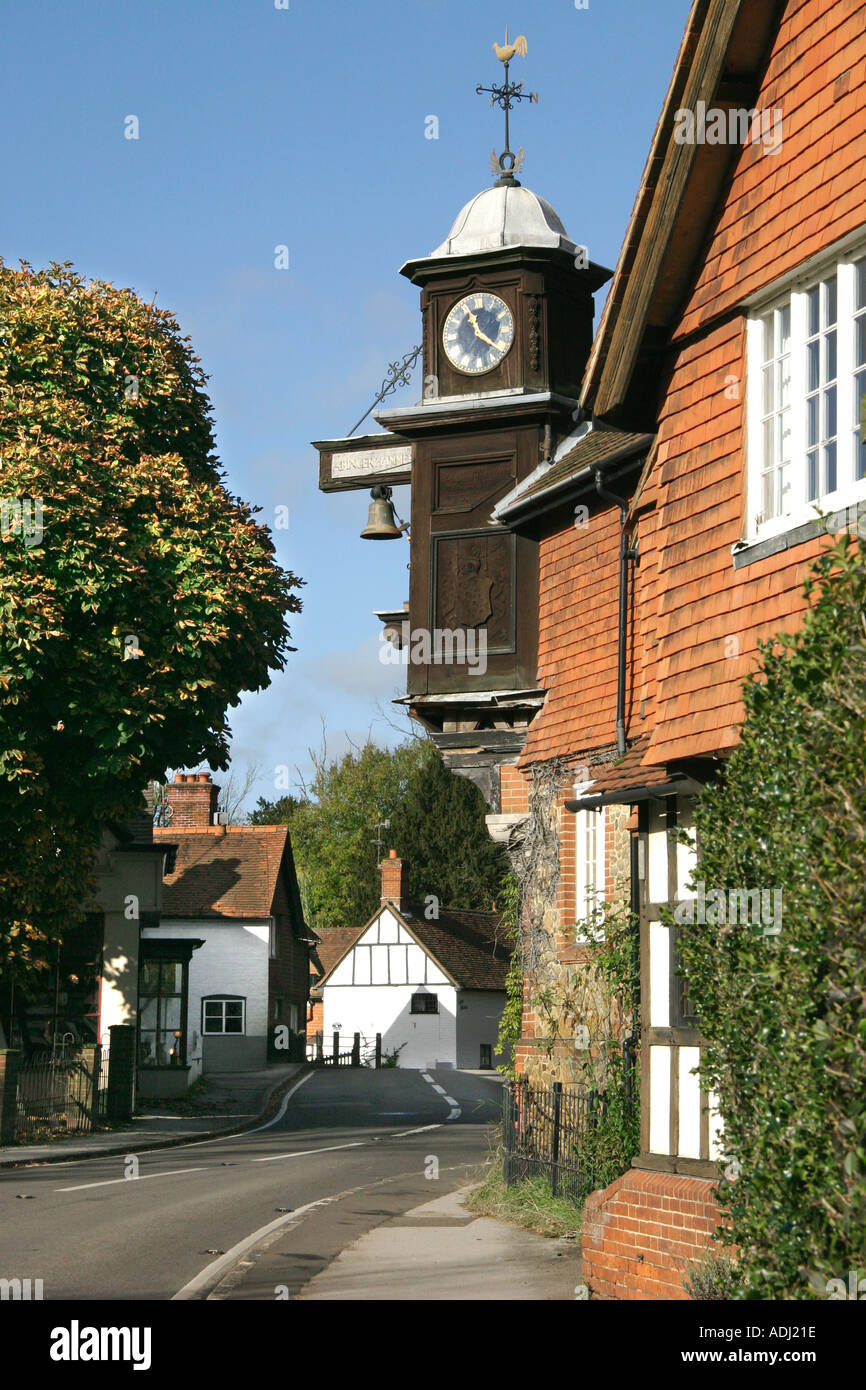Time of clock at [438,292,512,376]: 11:21
